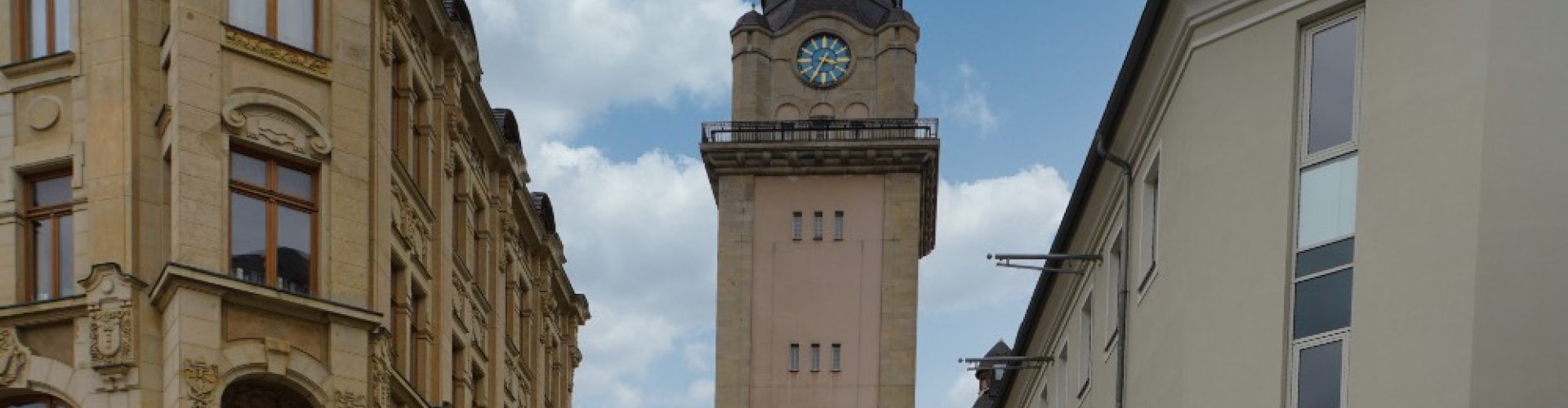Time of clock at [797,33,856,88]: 3:34
